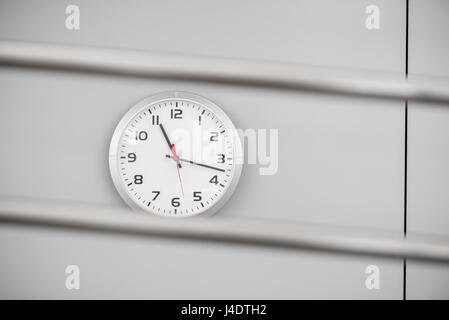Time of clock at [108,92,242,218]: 11:17
